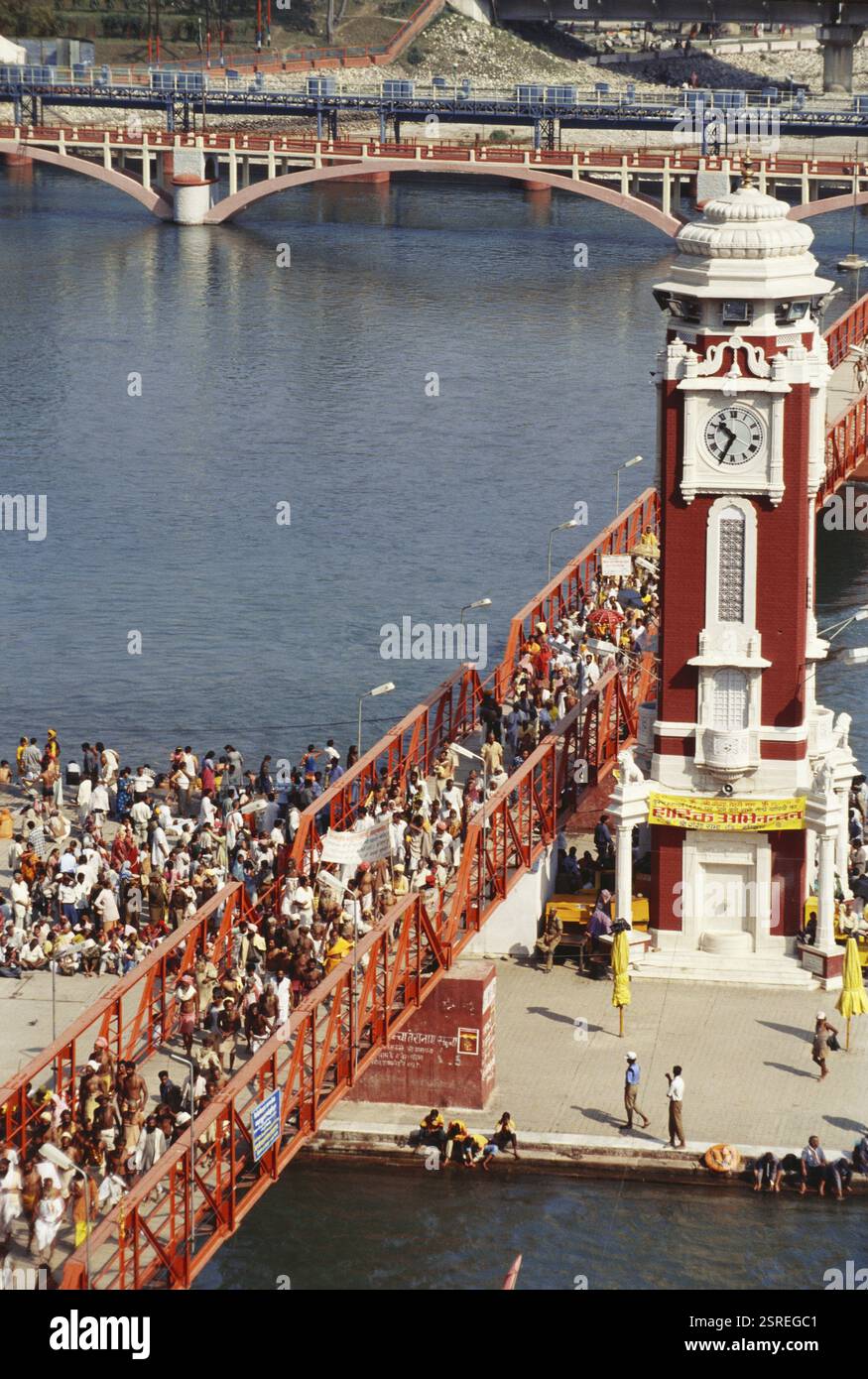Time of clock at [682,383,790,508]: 10:34
